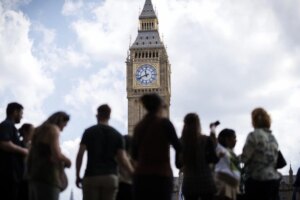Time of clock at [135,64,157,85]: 11:41
